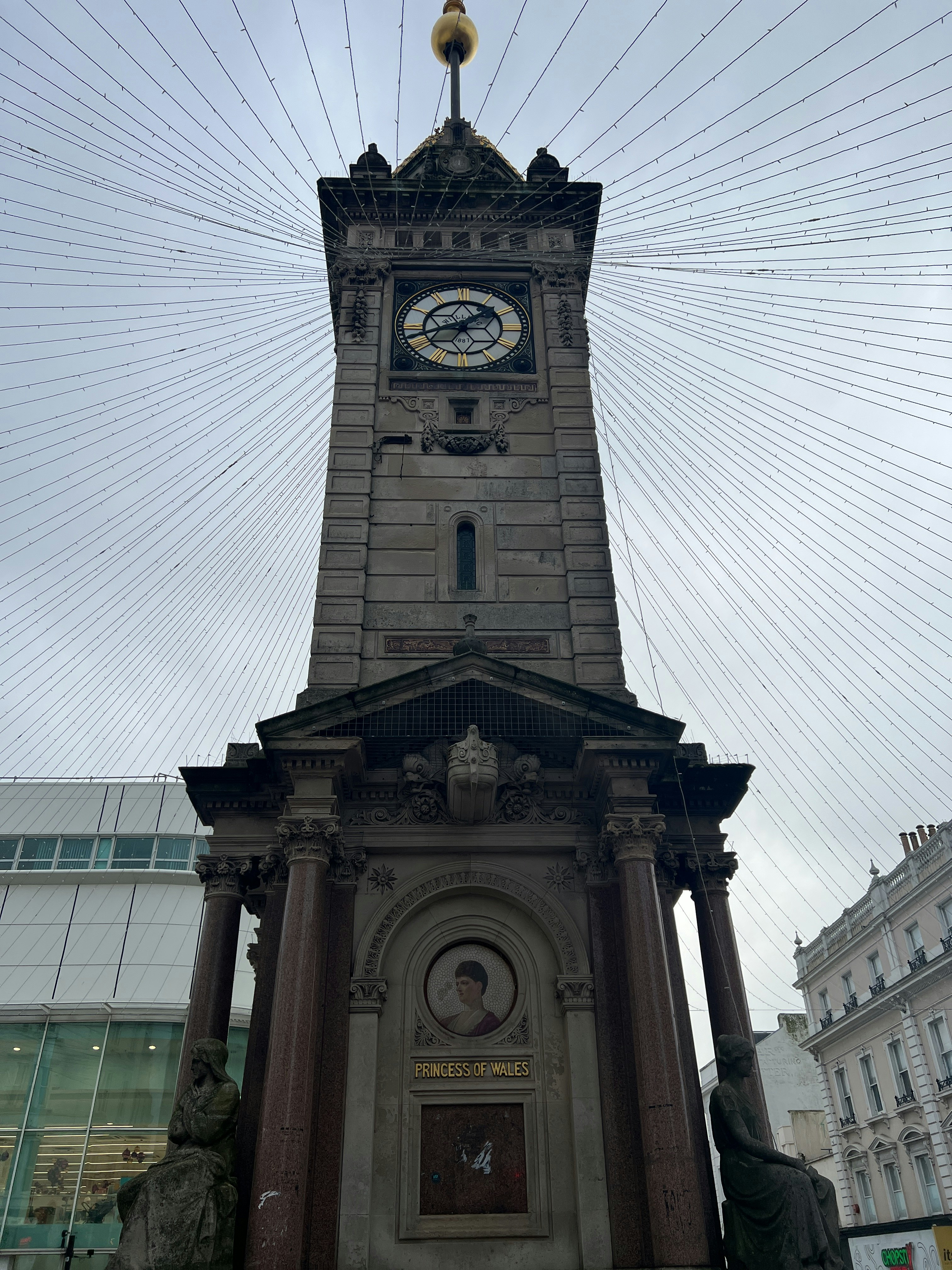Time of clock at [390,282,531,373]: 1:42
